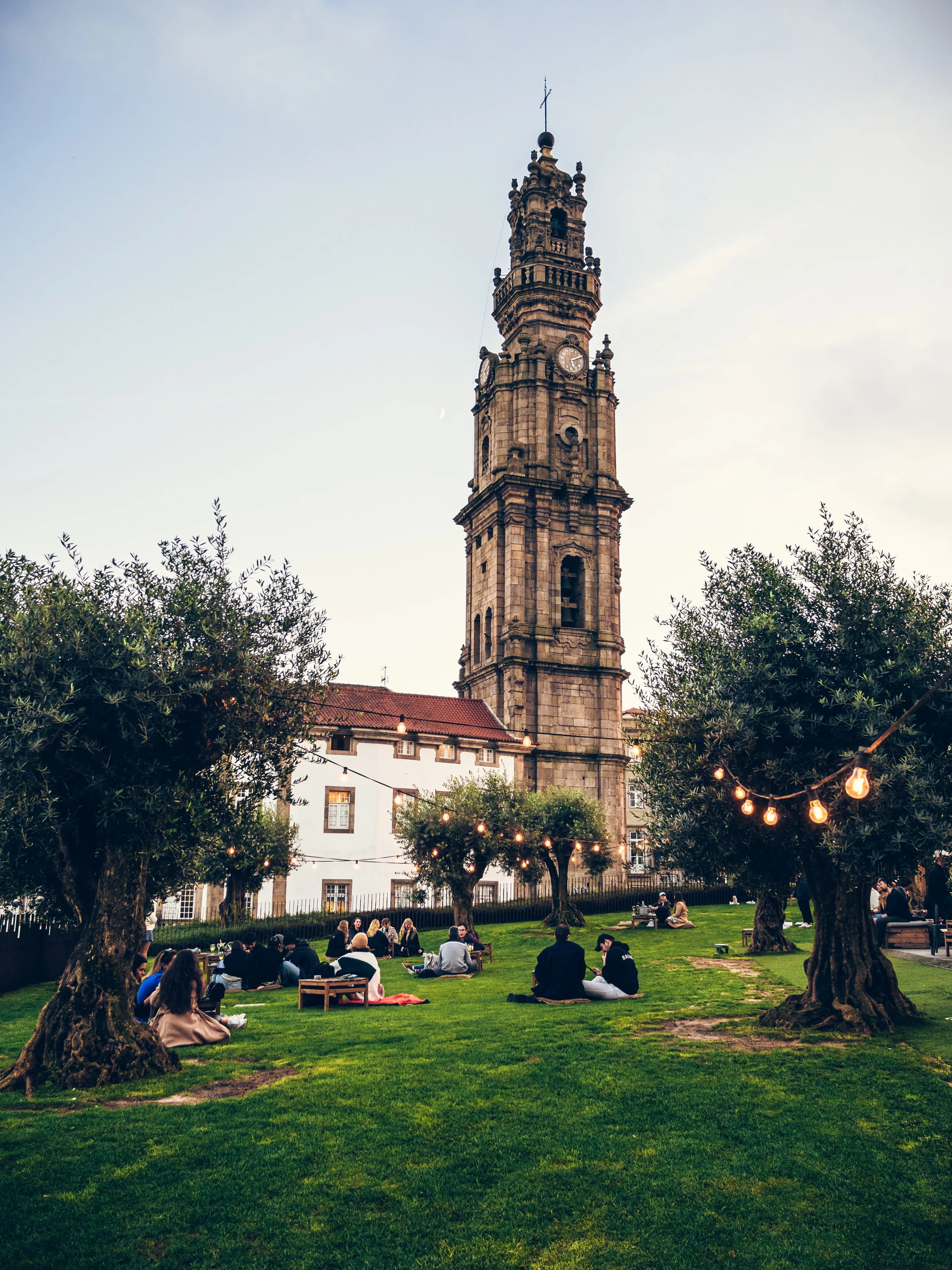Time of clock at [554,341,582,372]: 5:10
